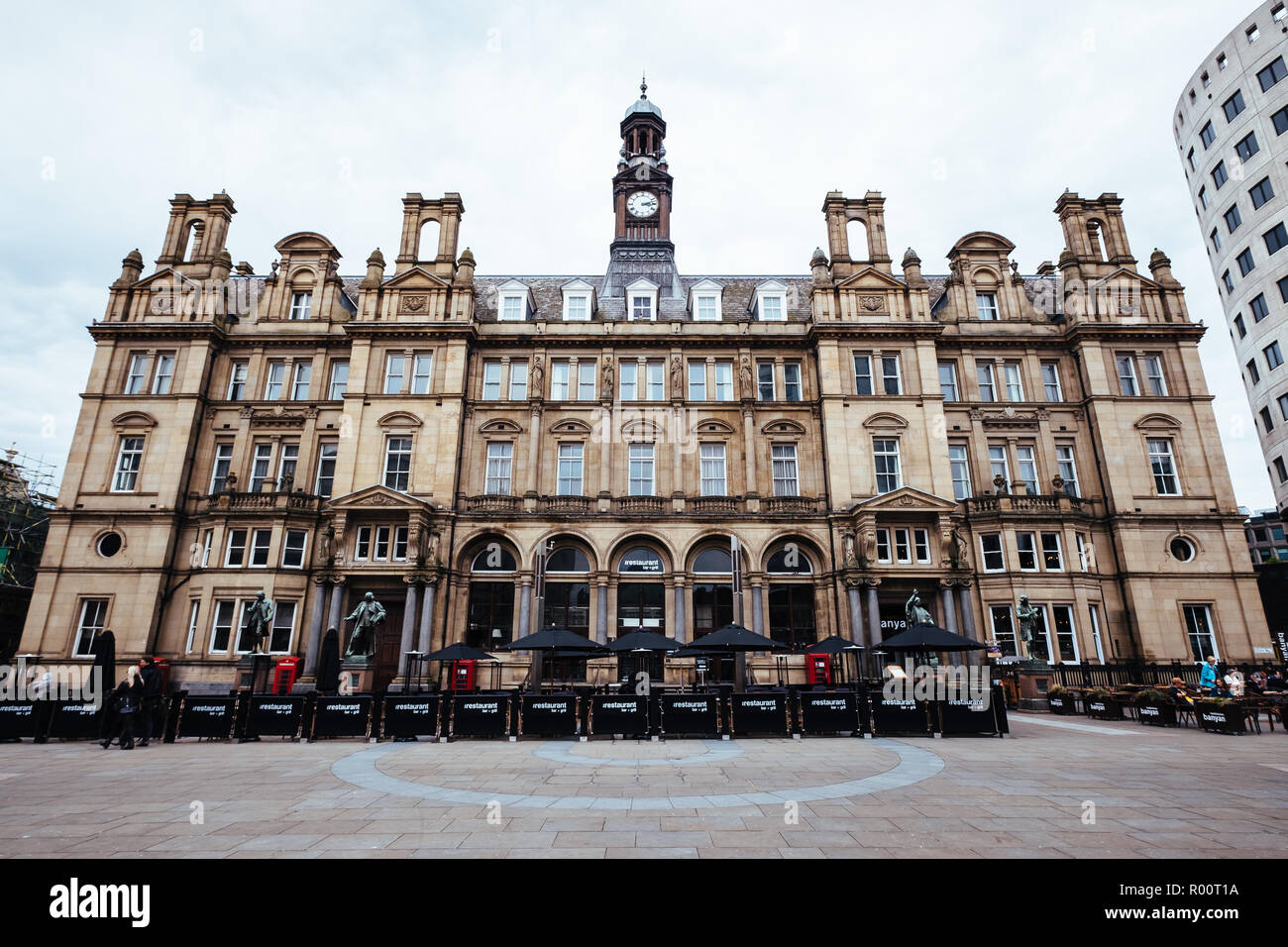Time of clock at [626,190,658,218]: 3:12
